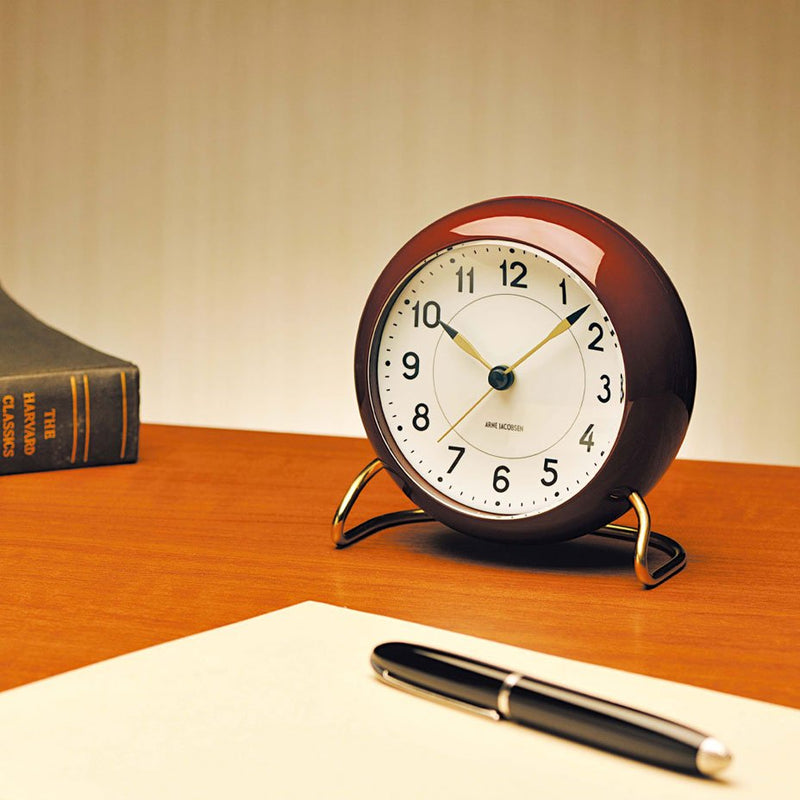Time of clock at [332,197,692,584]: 10:07
